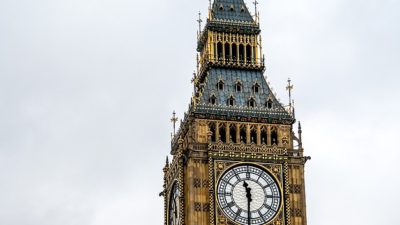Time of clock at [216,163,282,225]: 11:30
